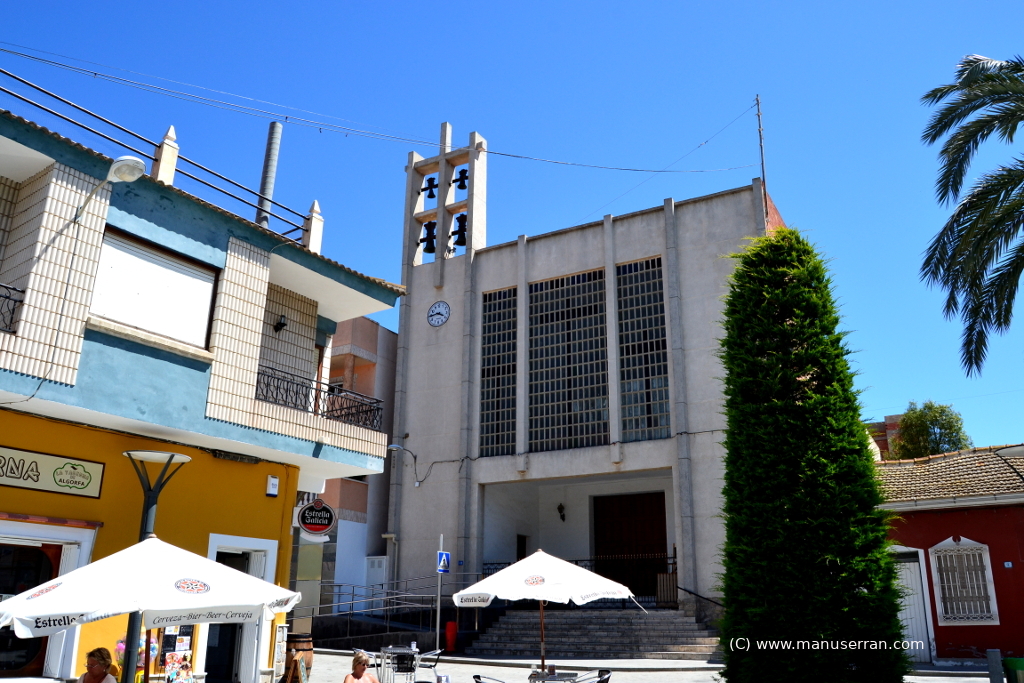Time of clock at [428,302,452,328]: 3:44
